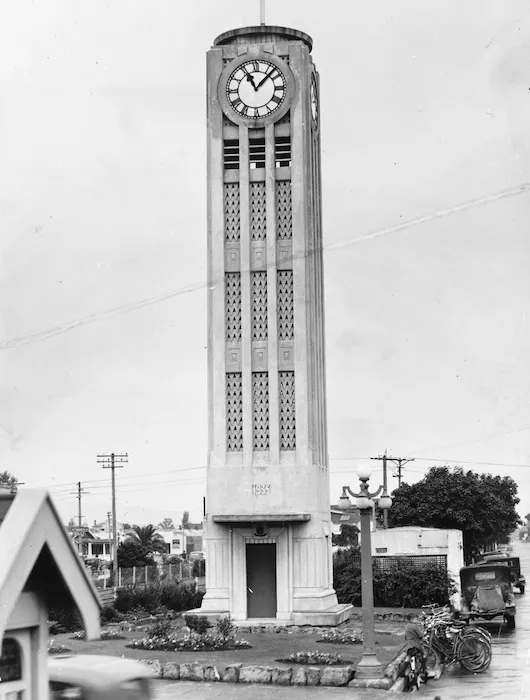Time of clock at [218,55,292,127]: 11:07
